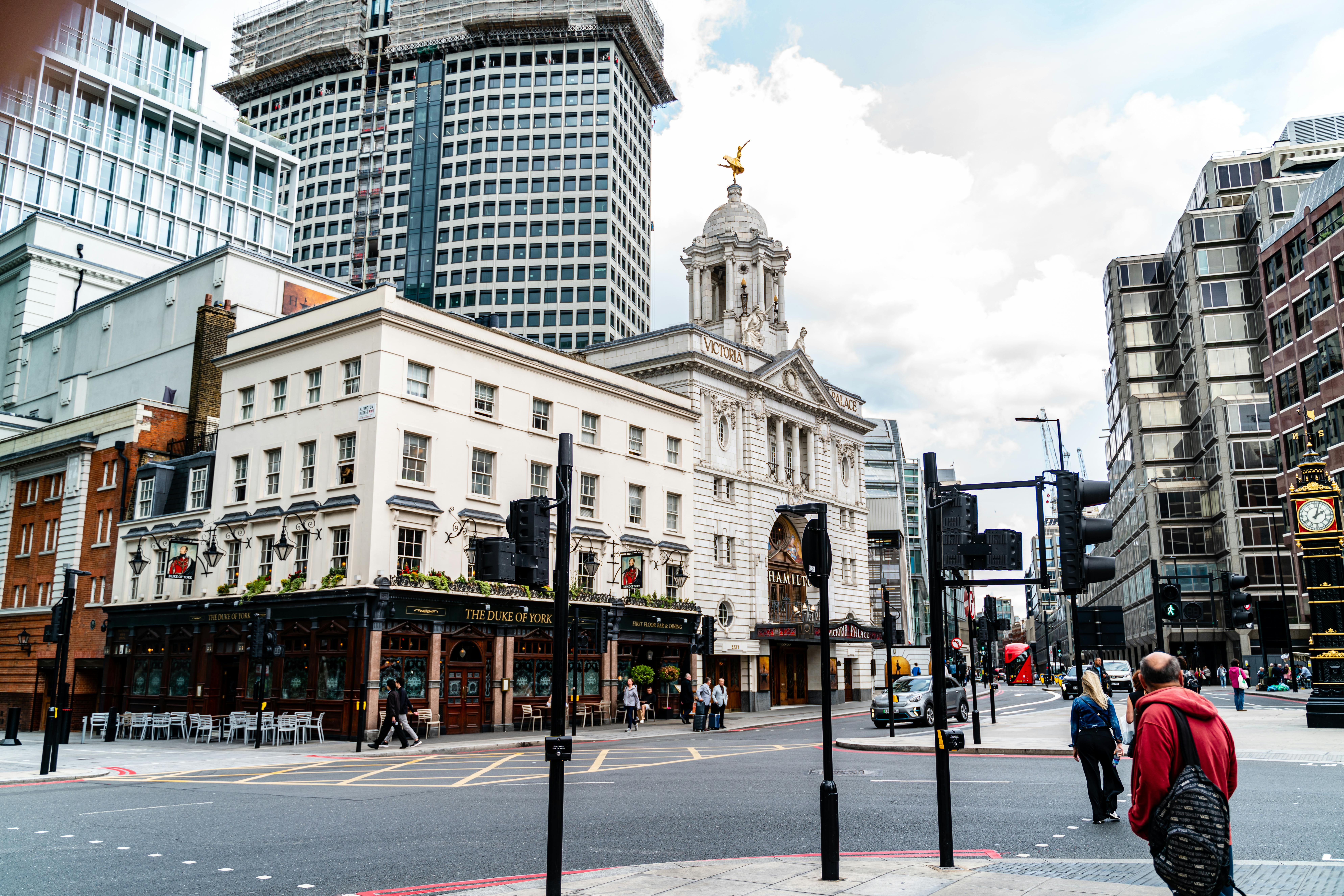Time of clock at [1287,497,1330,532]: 2:02
